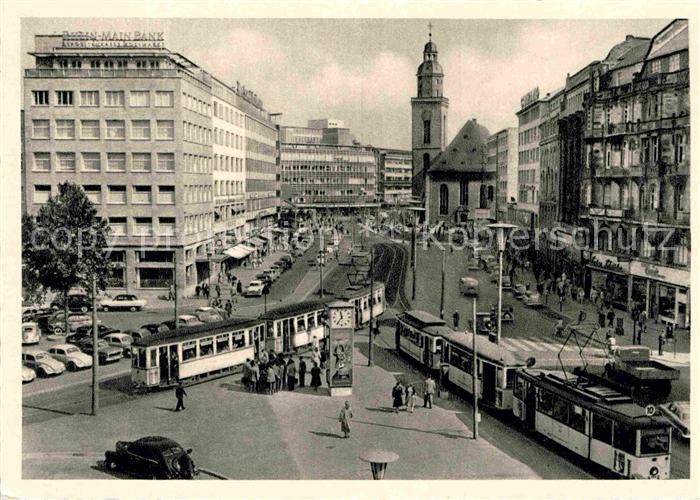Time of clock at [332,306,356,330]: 11:35
